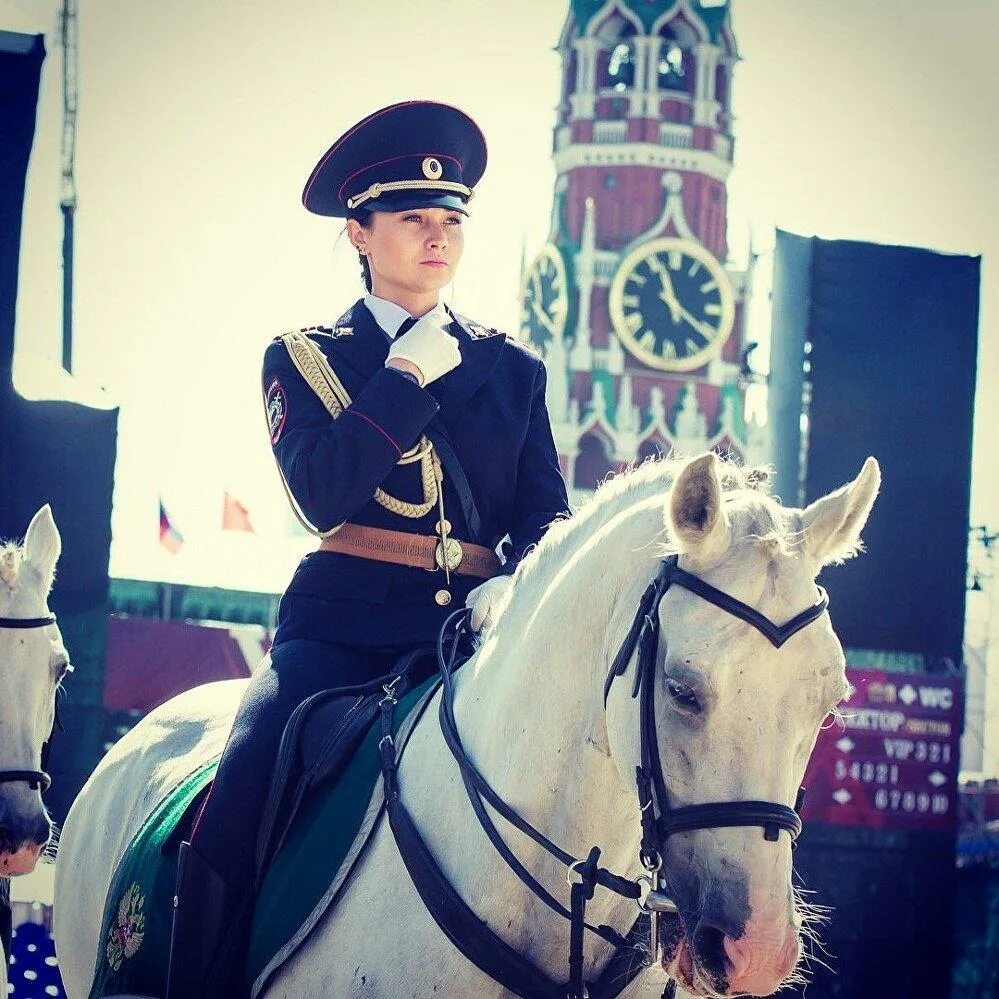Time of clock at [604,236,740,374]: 11:21
